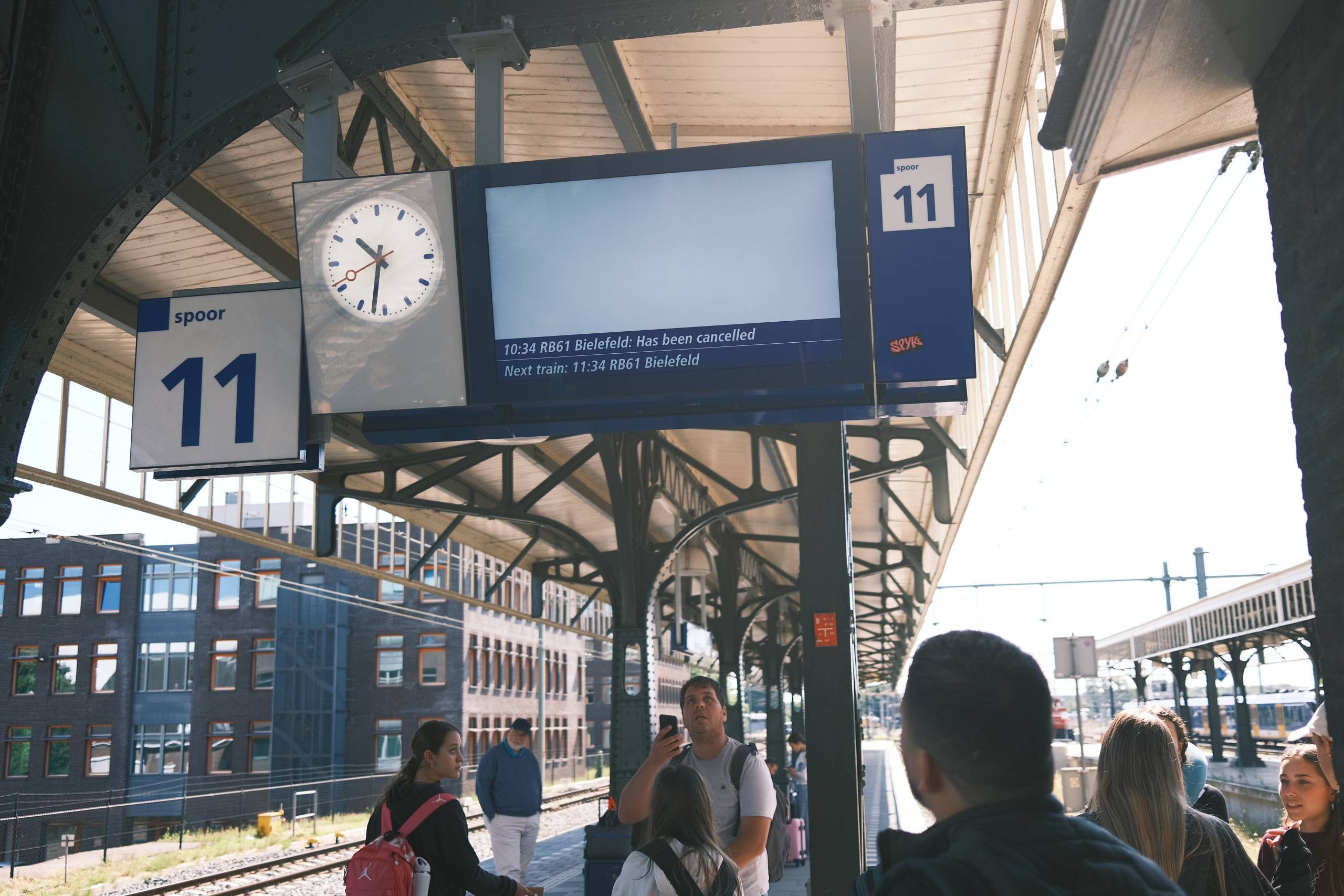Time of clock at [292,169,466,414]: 10:32
